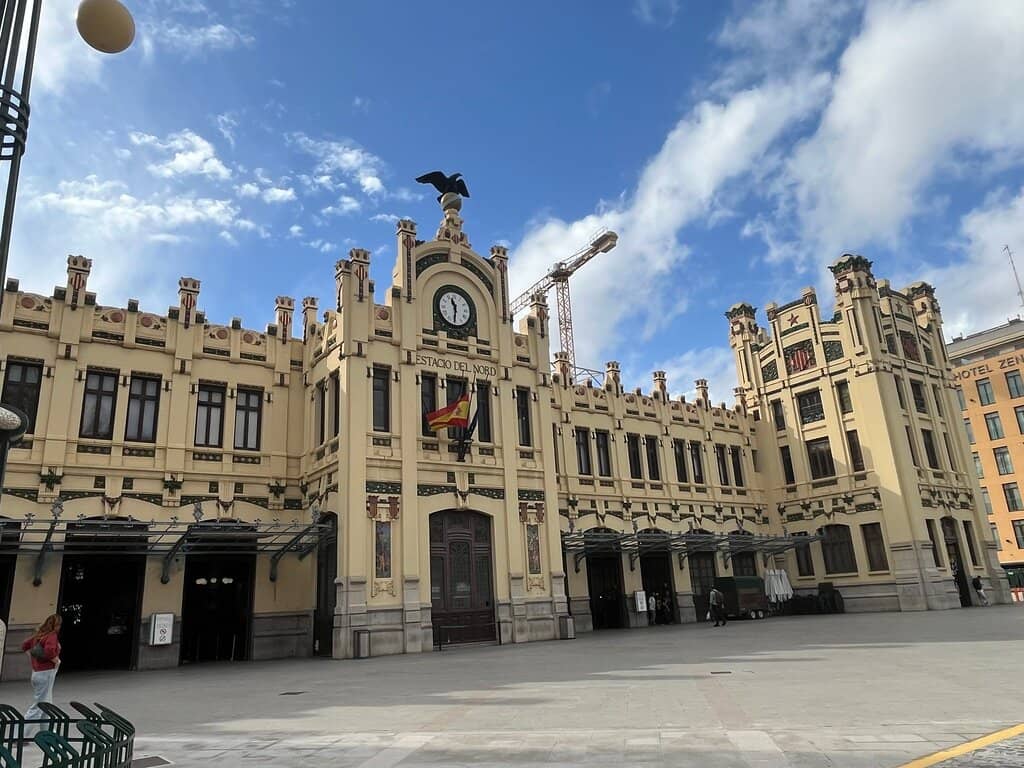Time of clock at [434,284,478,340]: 11:31
